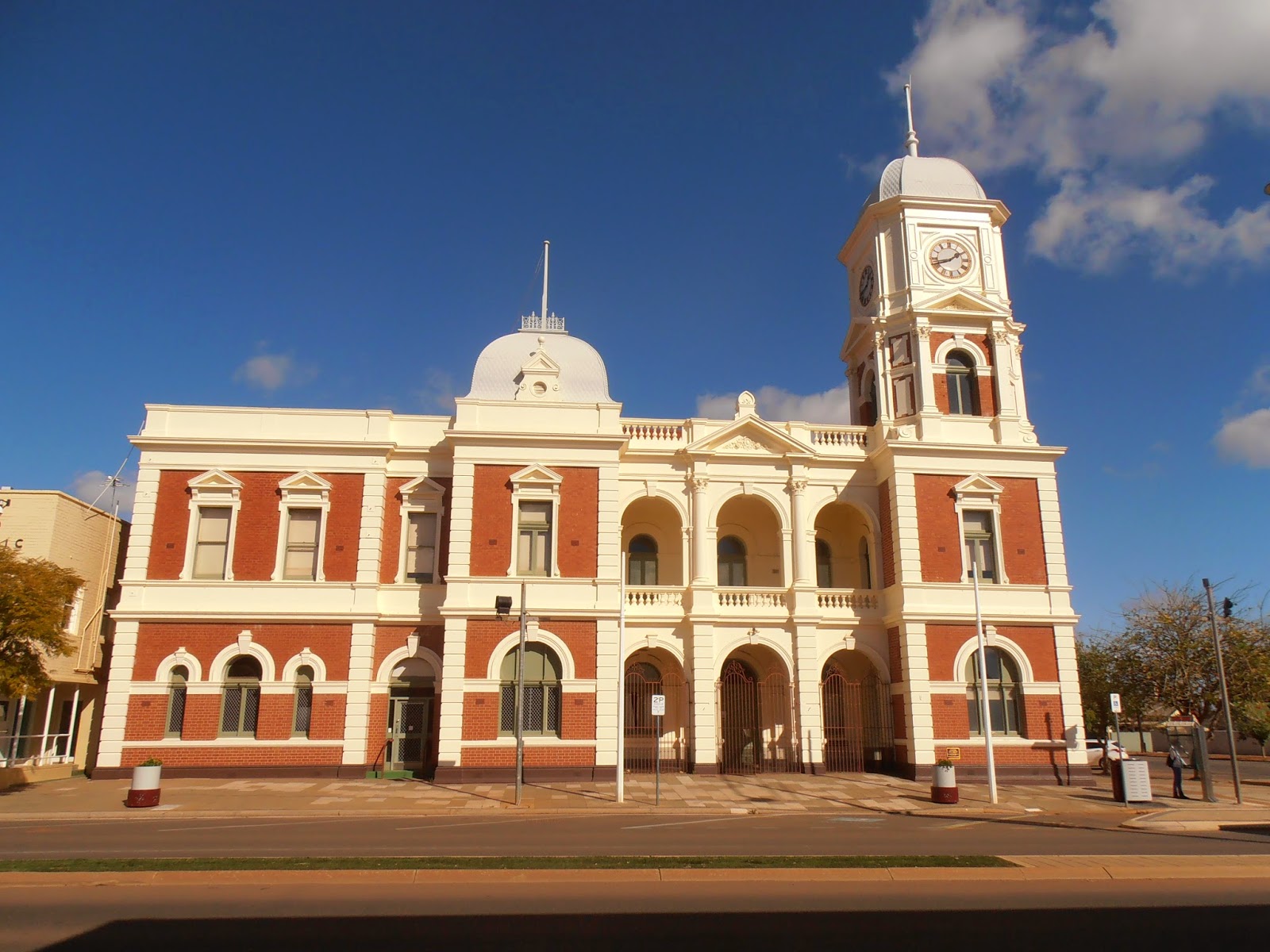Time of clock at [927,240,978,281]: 1:42
